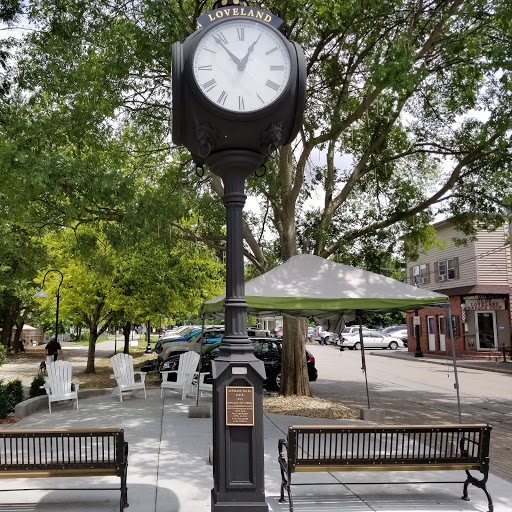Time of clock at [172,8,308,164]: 12:53
